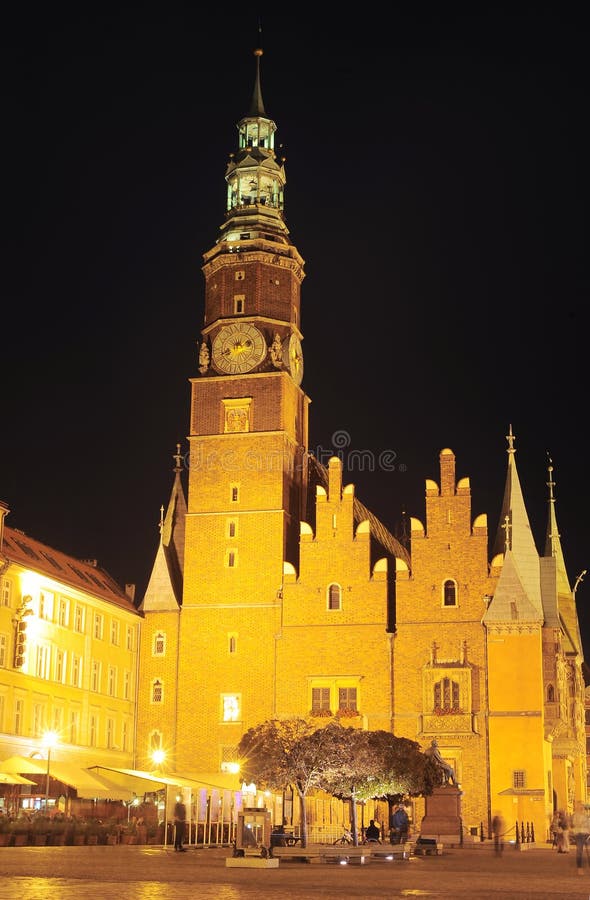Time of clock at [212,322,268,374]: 2:40
